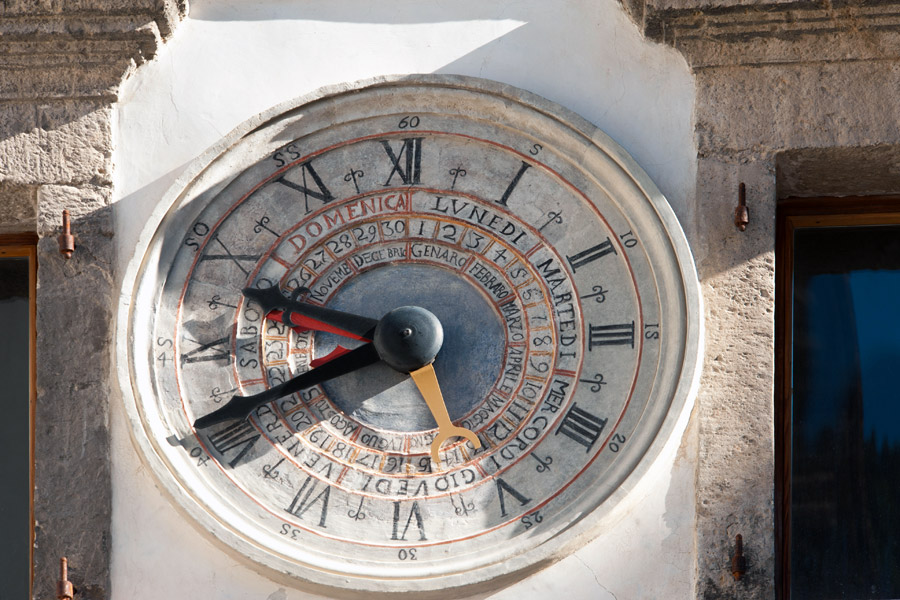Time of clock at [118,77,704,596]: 9:41
